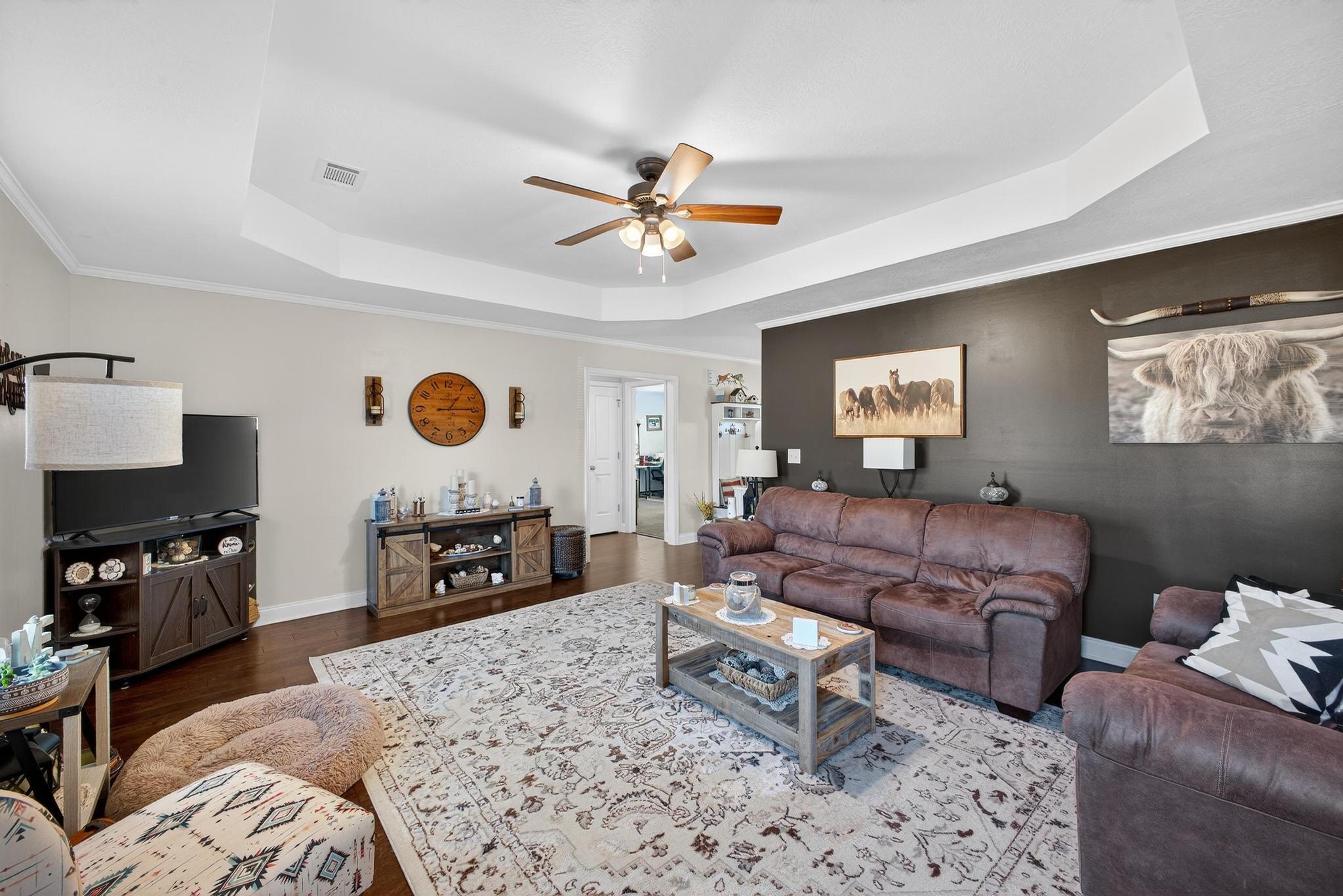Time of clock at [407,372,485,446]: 1:14
